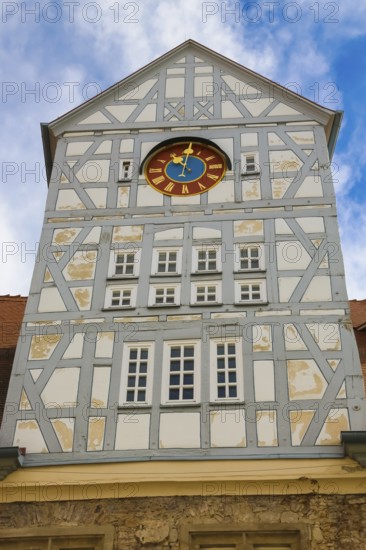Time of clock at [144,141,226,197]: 11:01
